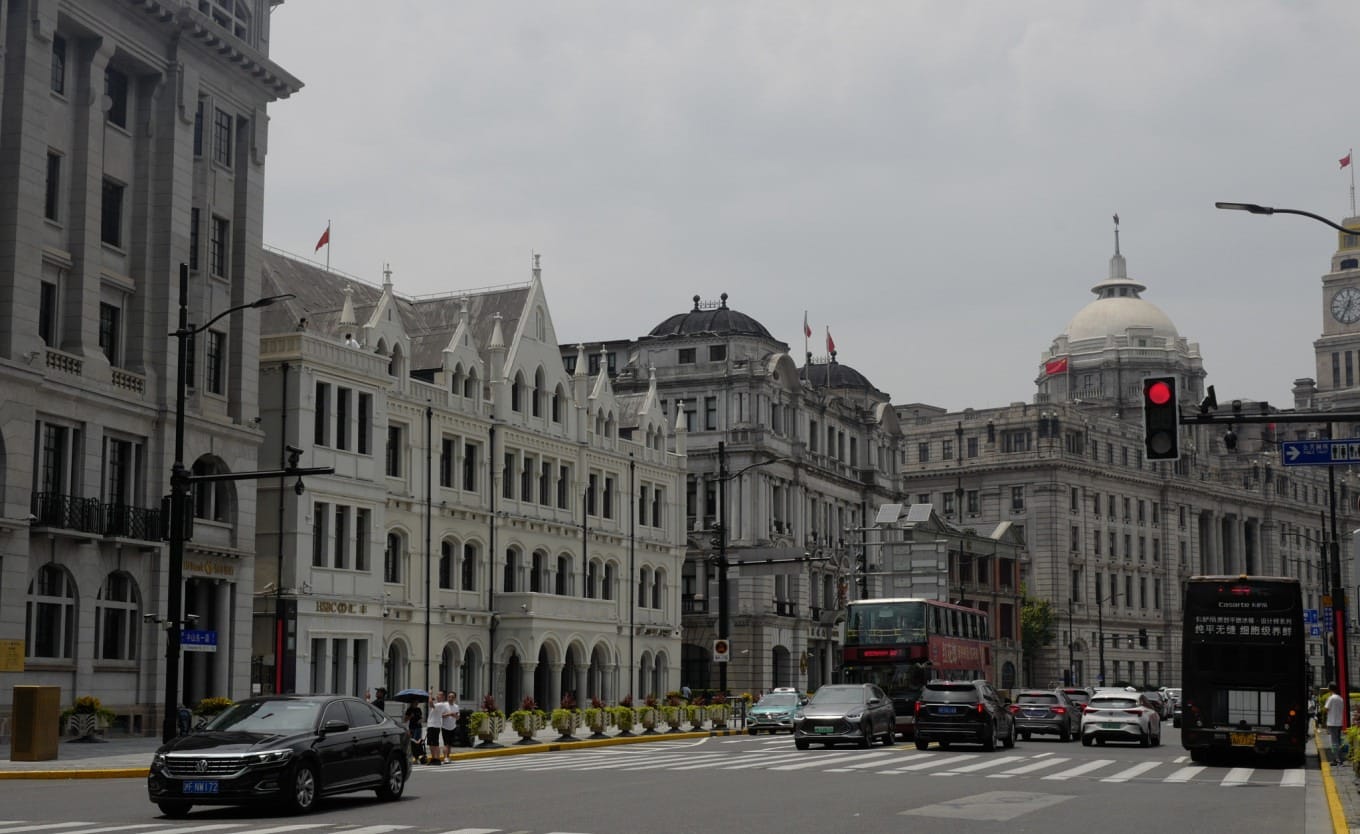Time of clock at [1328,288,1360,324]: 12:35
